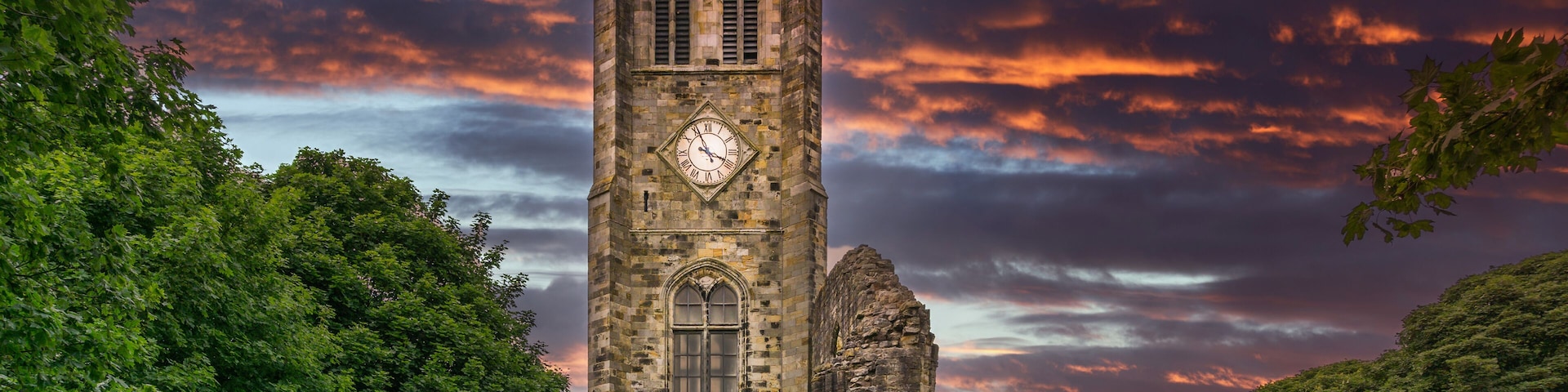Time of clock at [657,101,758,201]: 3:56
